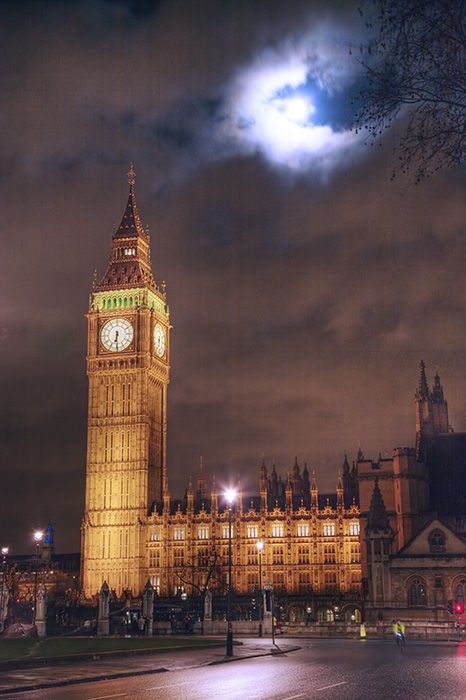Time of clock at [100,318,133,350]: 6:29
